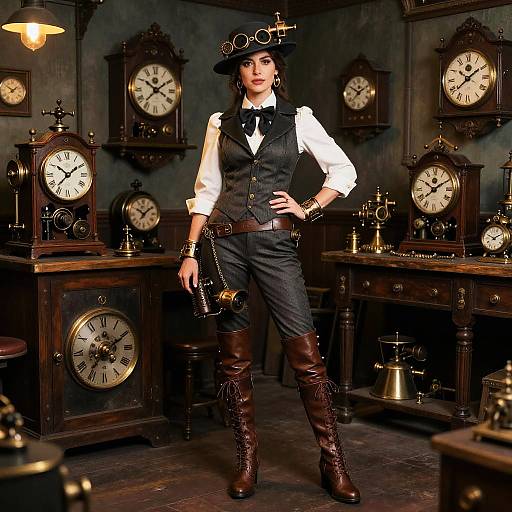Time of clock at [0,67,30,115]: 1:50
